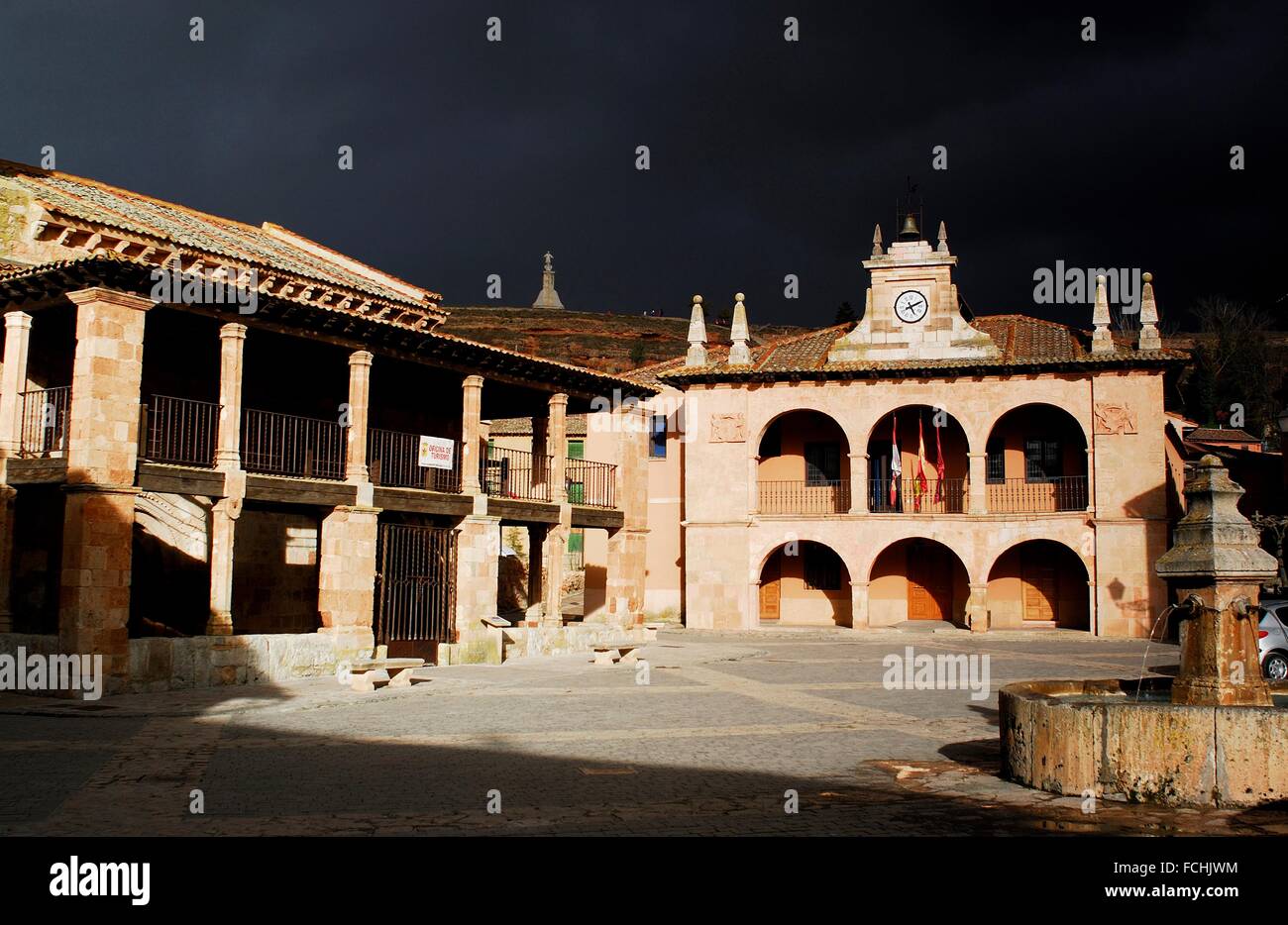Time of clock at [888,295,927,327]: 5:11
